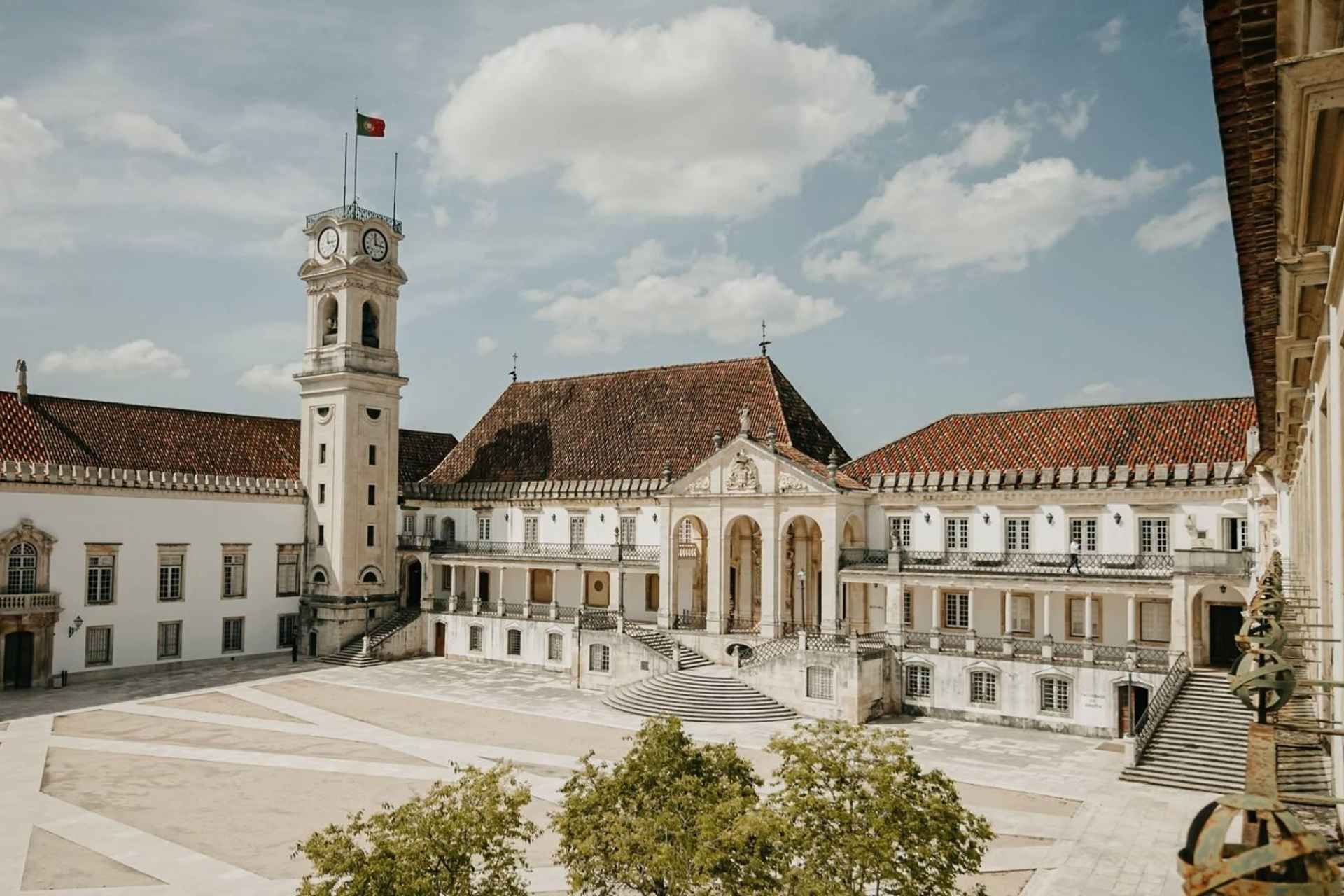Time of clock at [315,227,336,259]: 2:58
